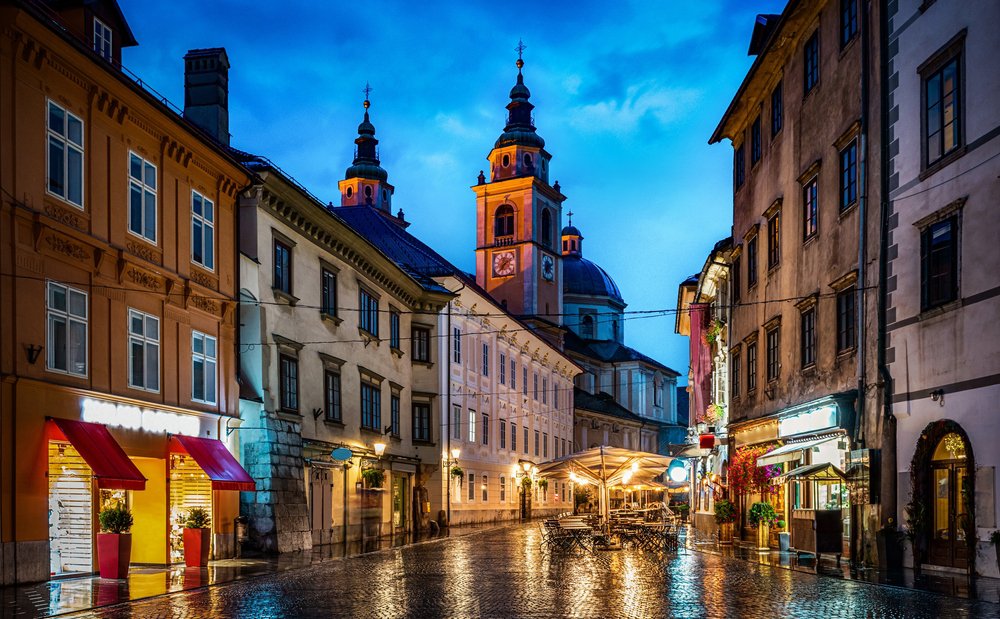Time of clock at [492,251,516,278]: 7:08
